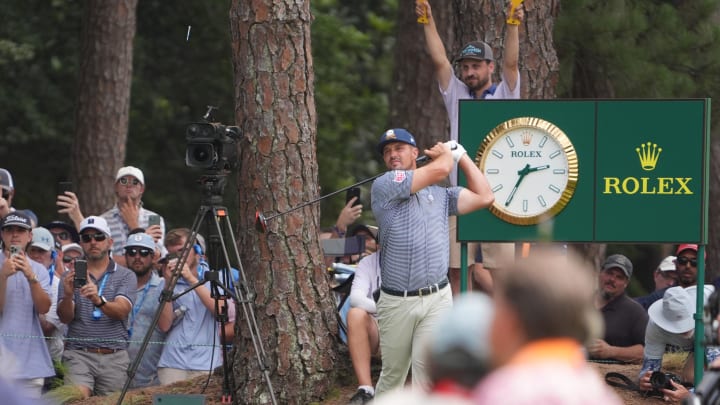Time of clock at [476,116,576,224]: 2:34
